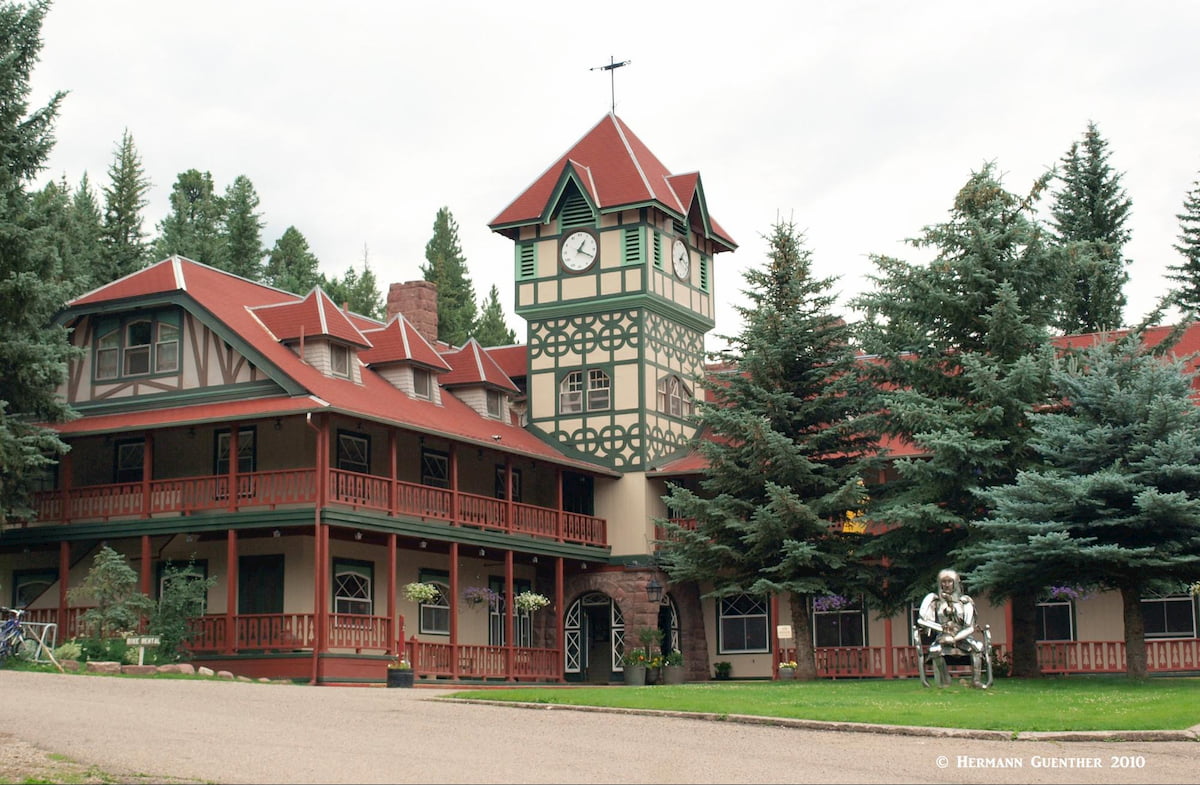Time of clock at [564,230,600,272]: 1:19
